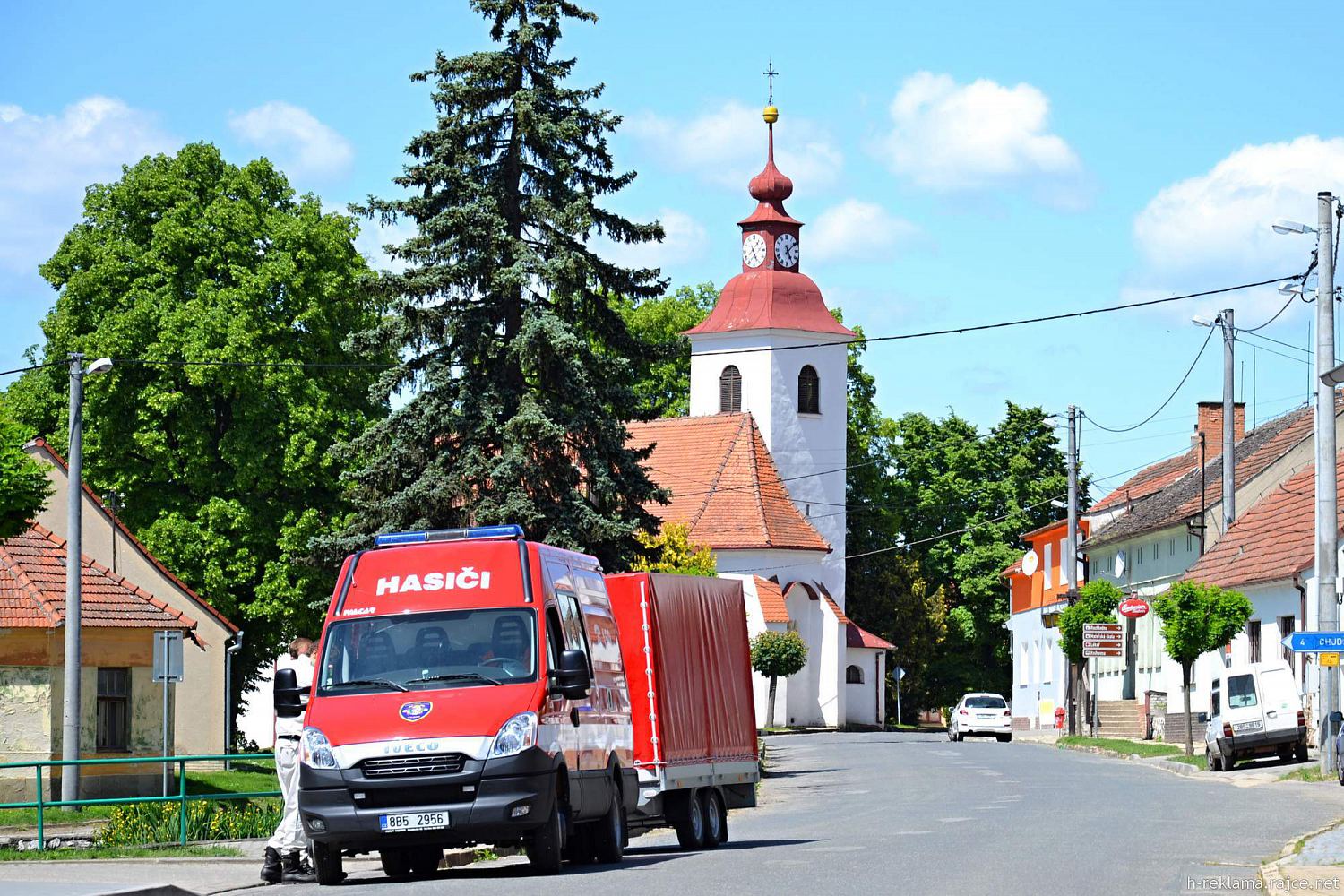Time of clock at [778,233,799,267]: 5:08
